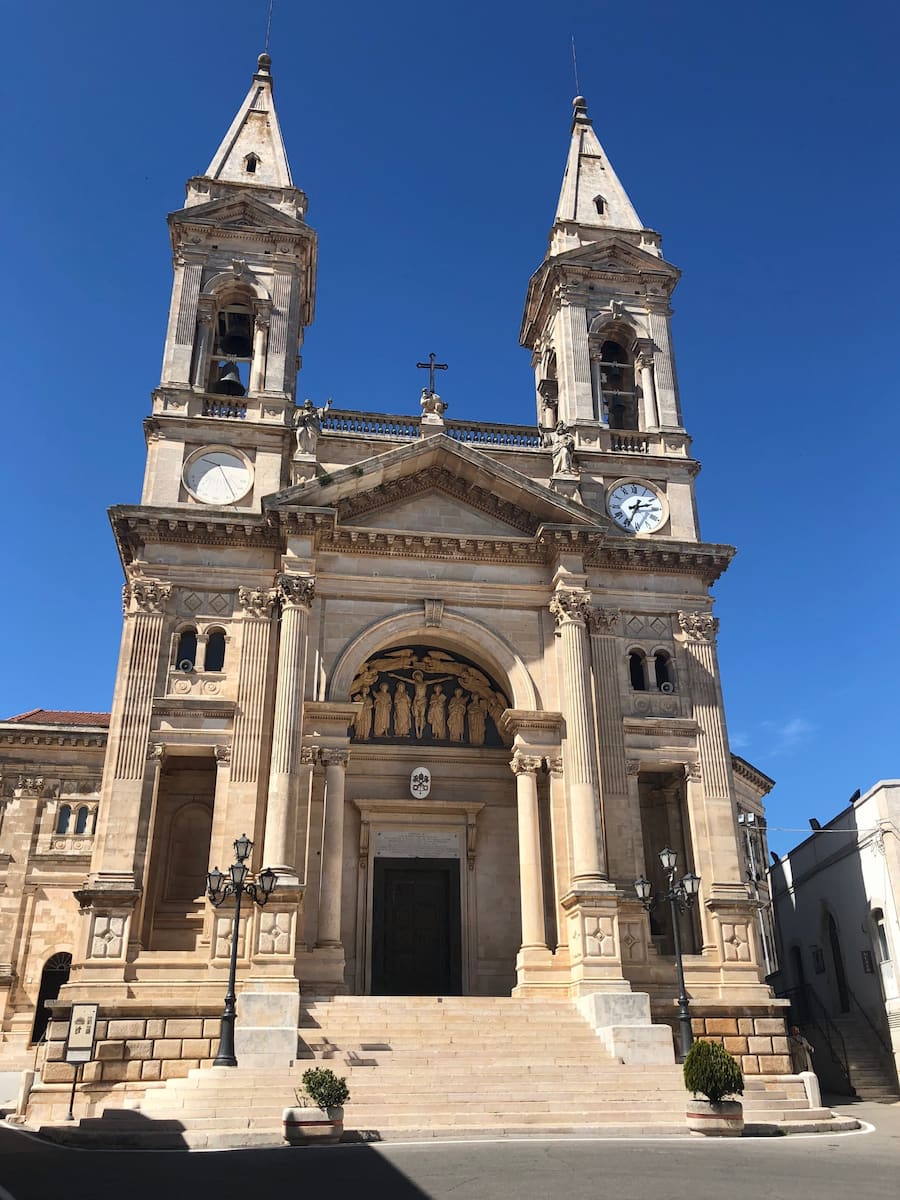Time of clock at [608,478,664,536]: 2:34
